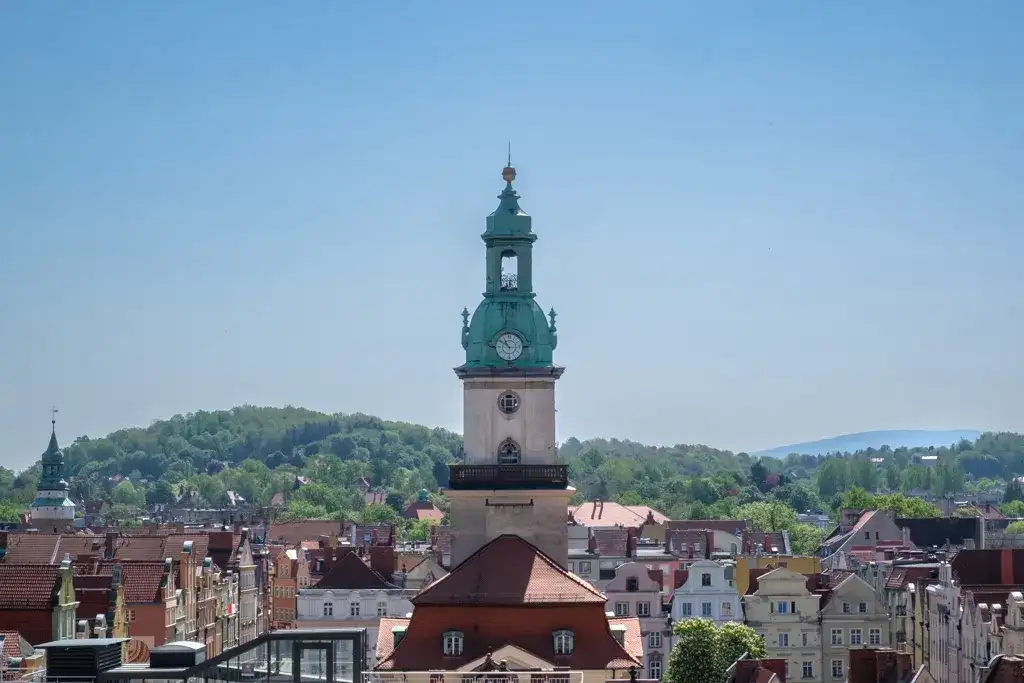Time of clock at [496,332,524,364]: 10:50
